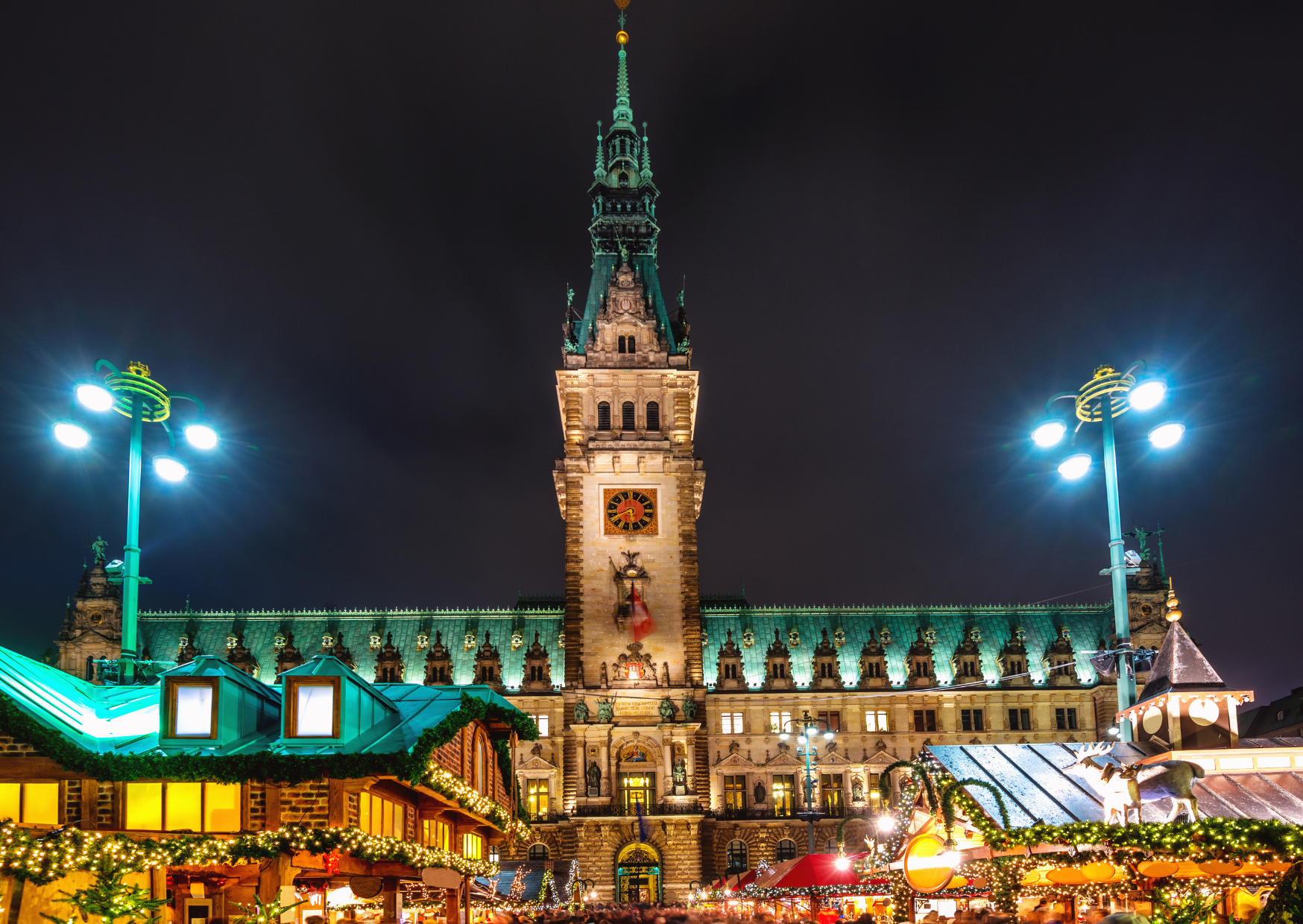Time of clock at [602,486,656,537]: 5:40
